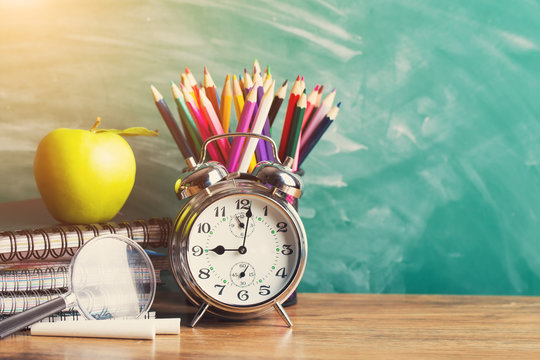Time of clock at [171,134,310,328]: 9:01
